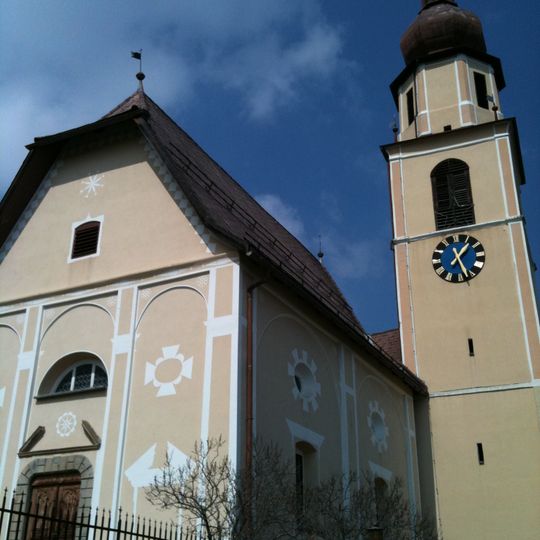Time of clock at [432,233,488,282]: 1:26
